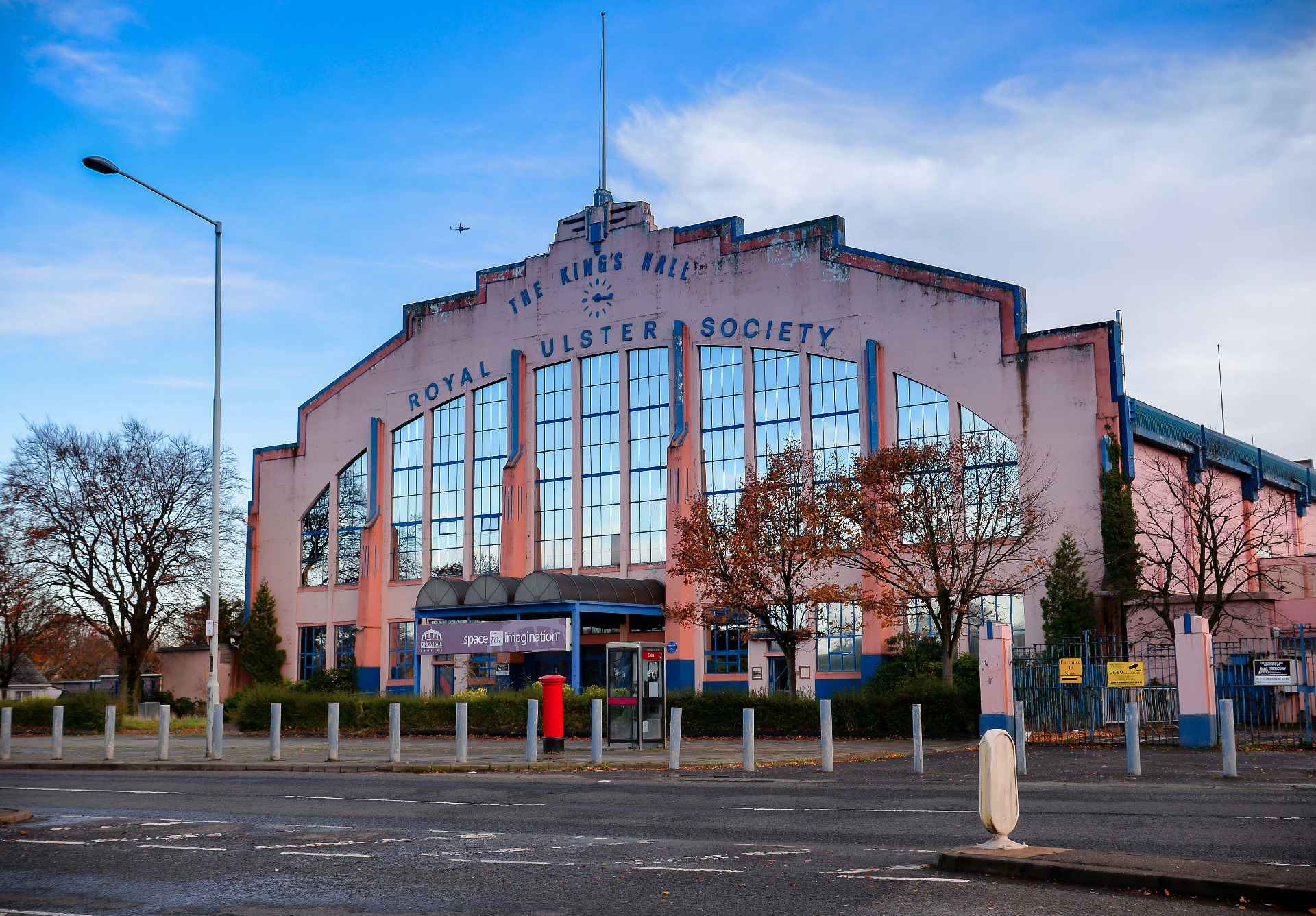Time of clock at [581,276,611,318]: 3:16
